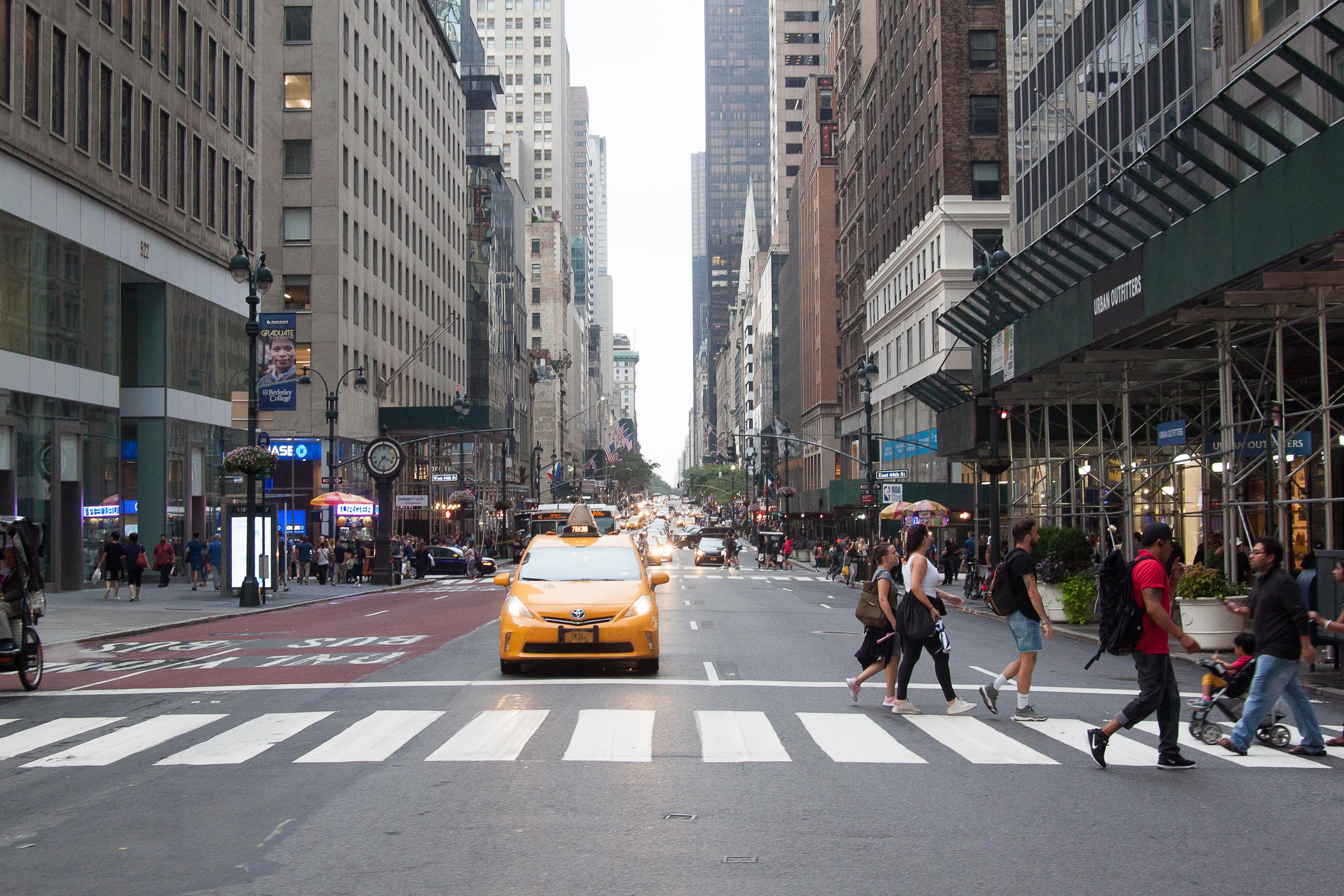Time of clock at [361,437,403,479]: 7:18
